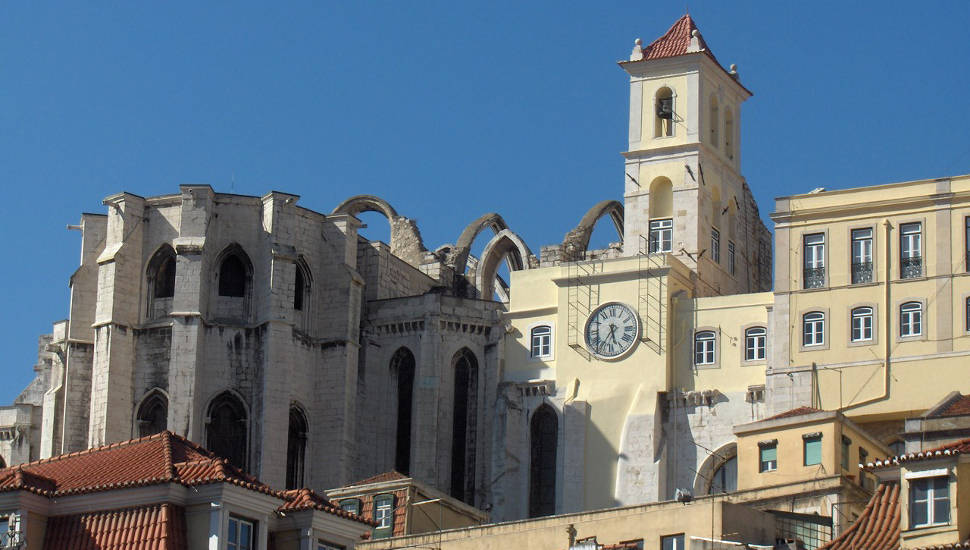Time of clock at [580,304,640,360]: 5:35
